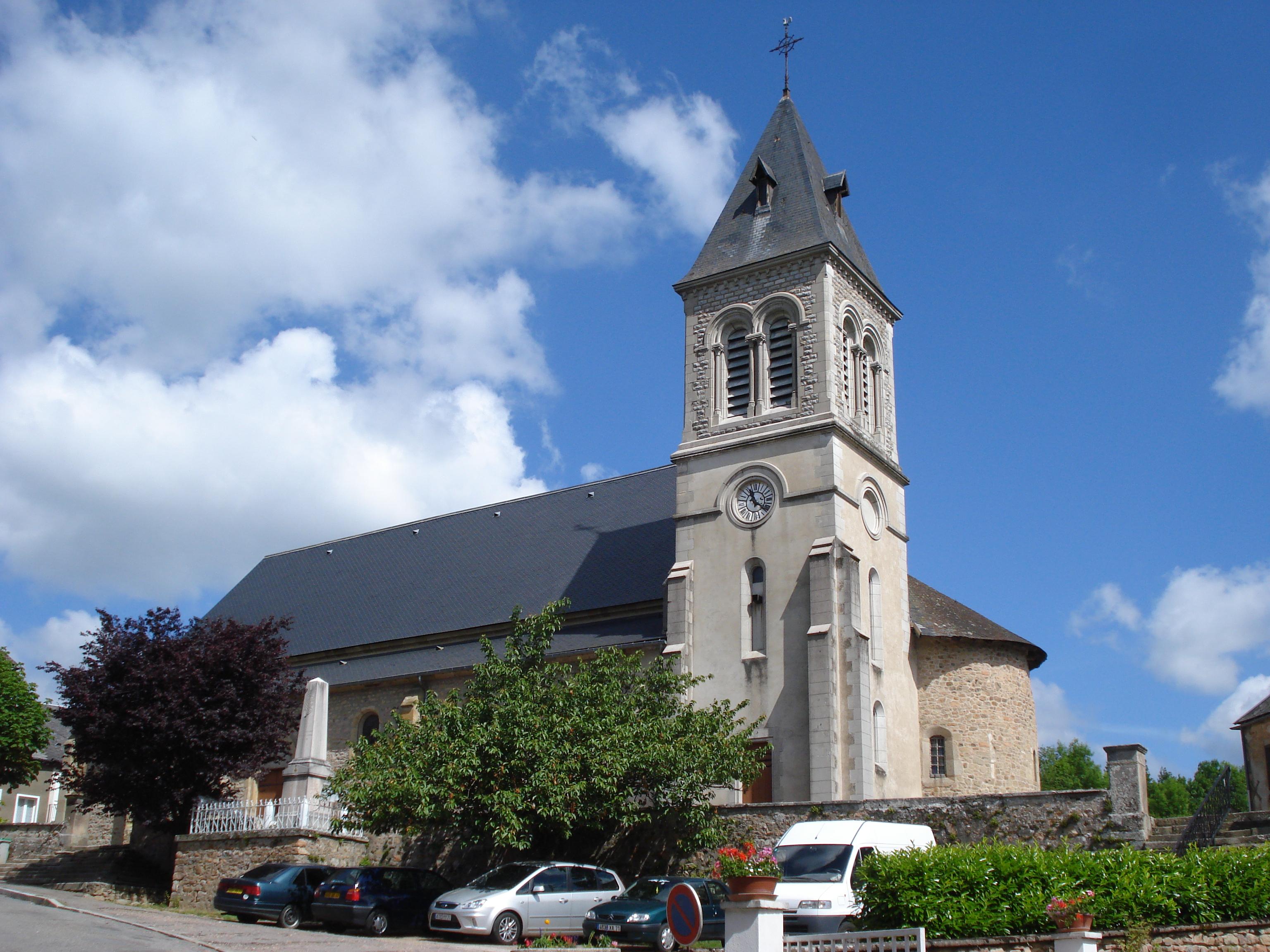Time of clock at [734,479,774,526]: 11:21
